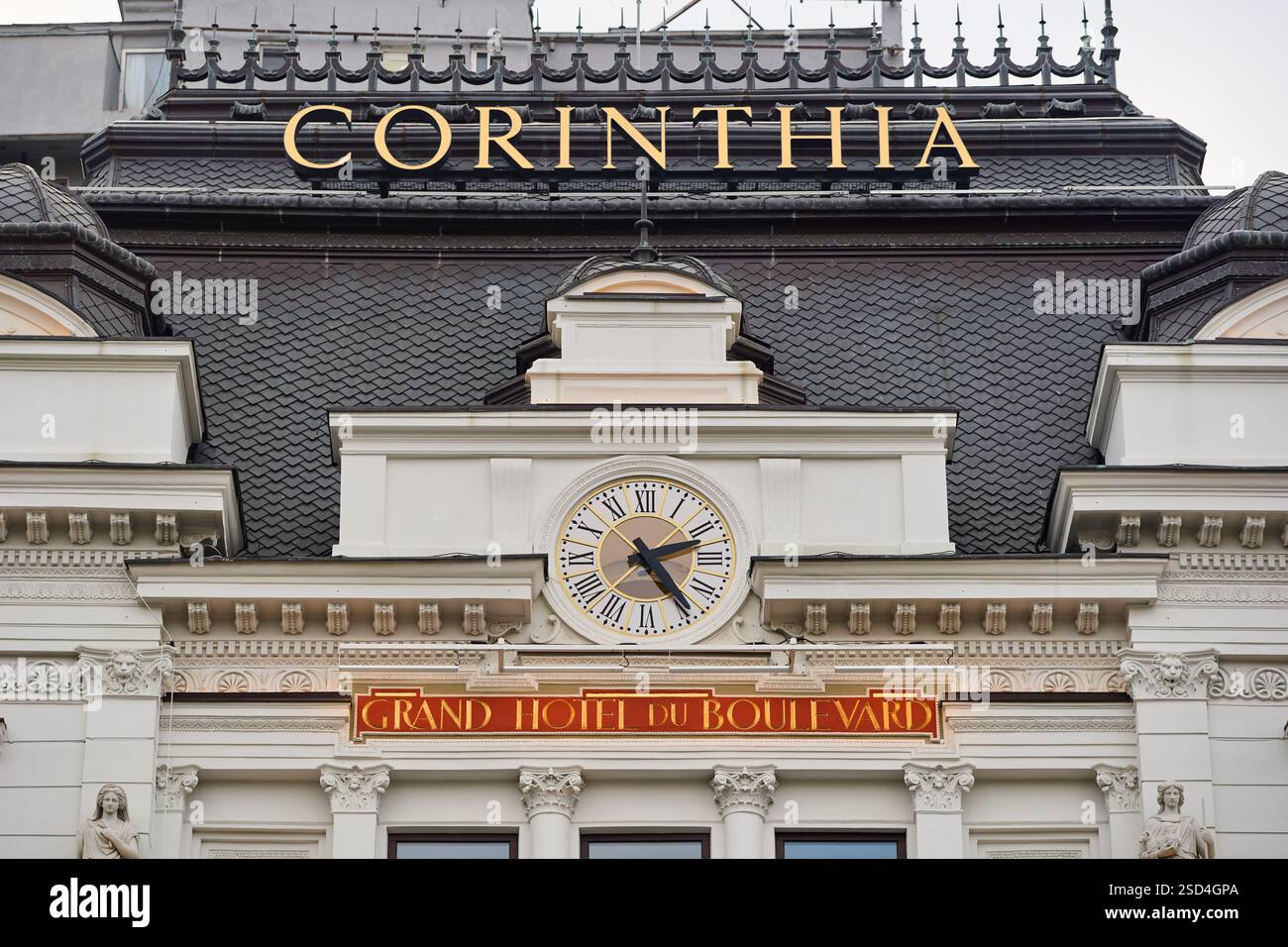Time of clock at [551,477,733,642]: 2:24
